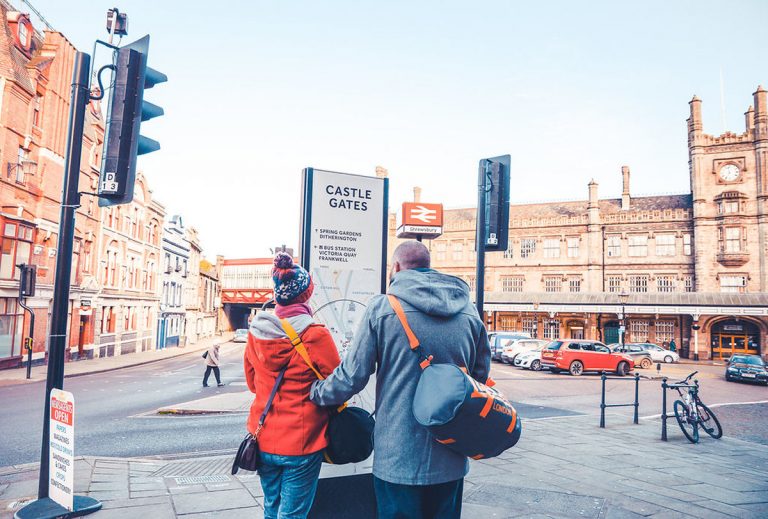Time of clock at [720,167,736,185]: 6:58
